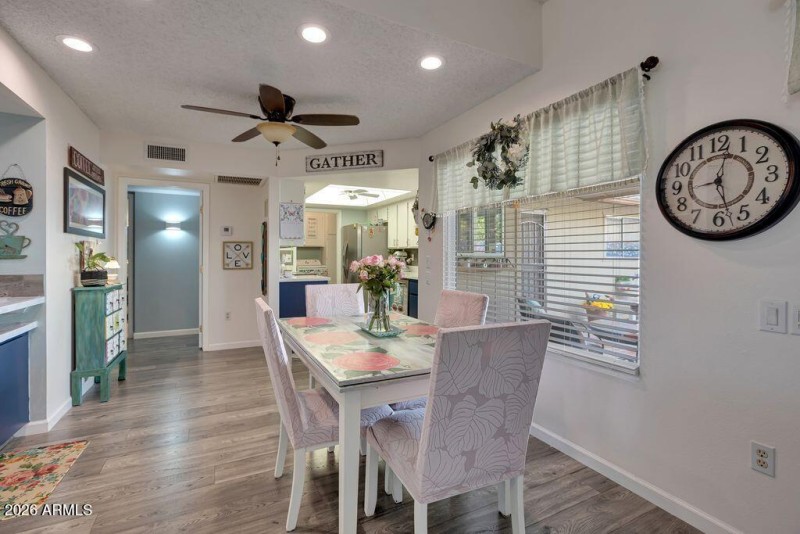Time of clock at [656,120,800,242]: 12:27
